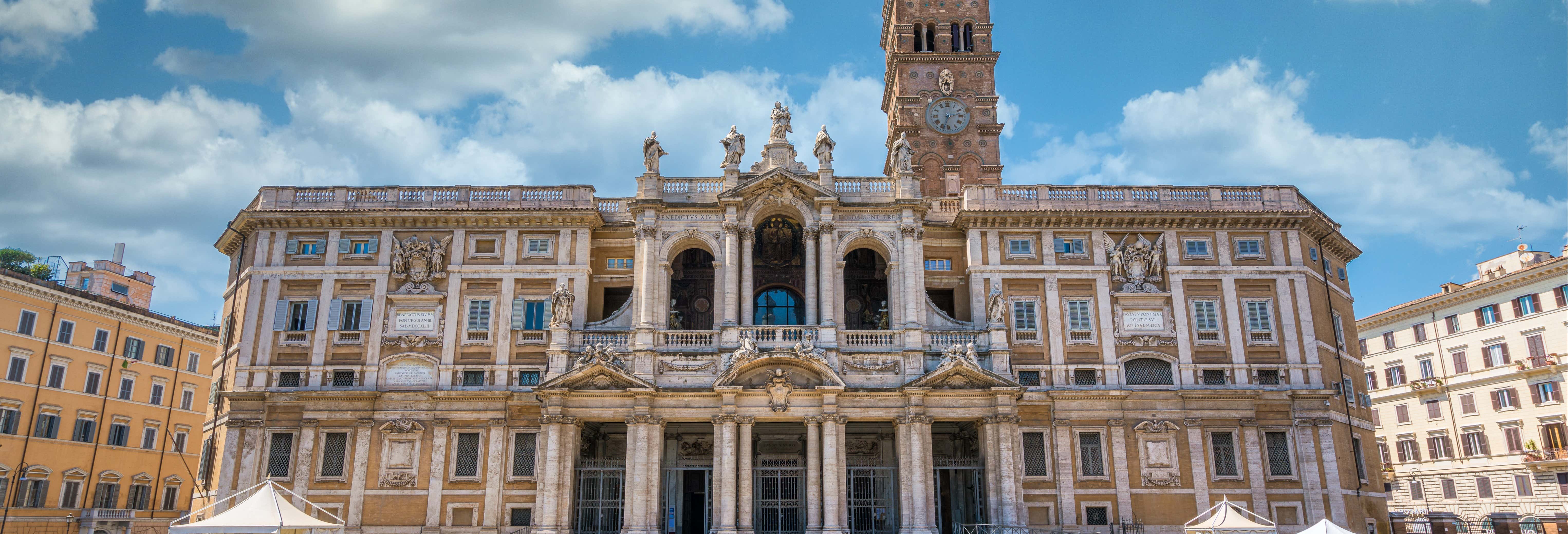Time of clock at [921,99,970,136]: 2:33
